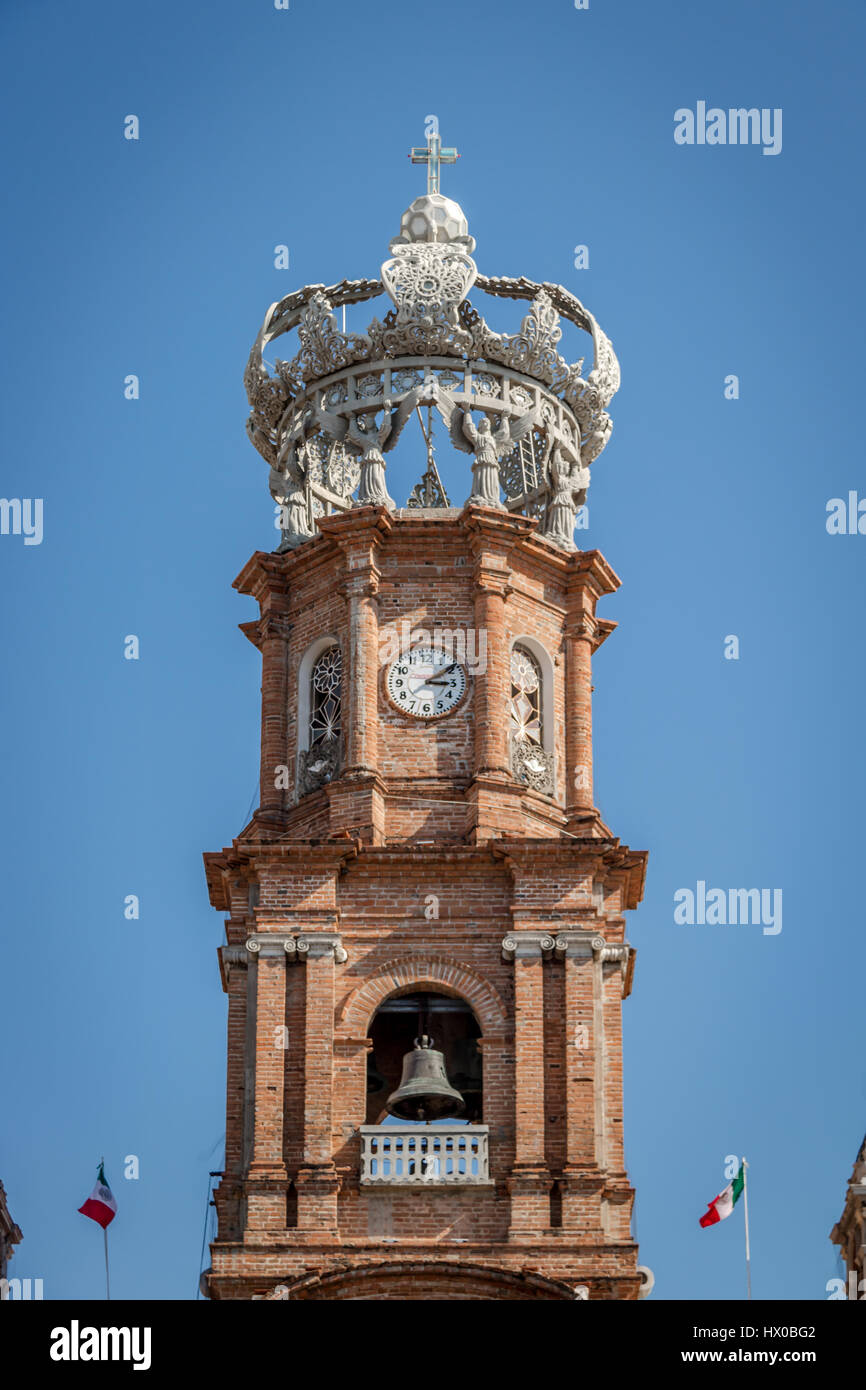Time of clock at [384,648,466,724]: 3:09
